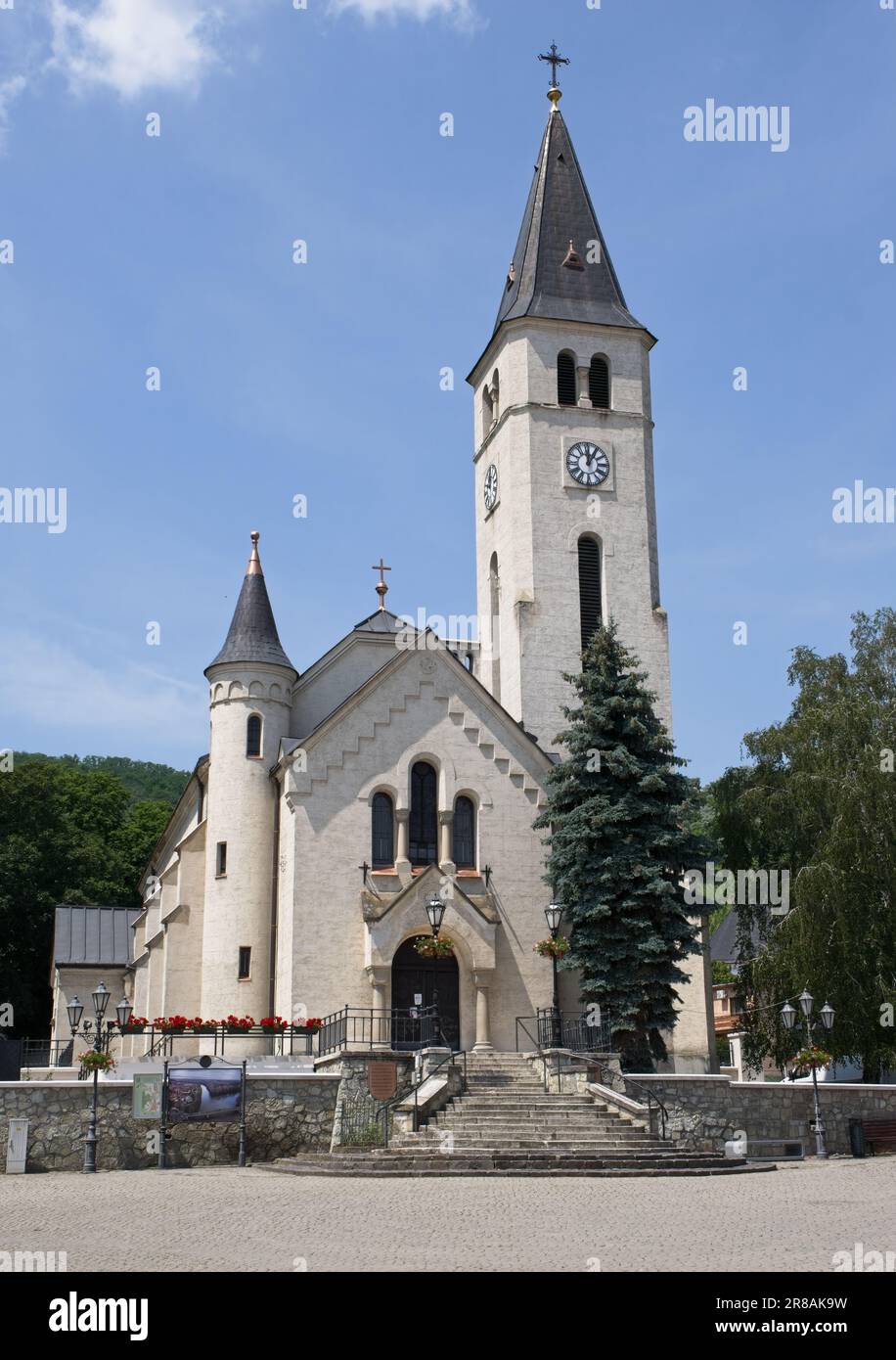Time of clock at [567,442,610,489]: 12:05
